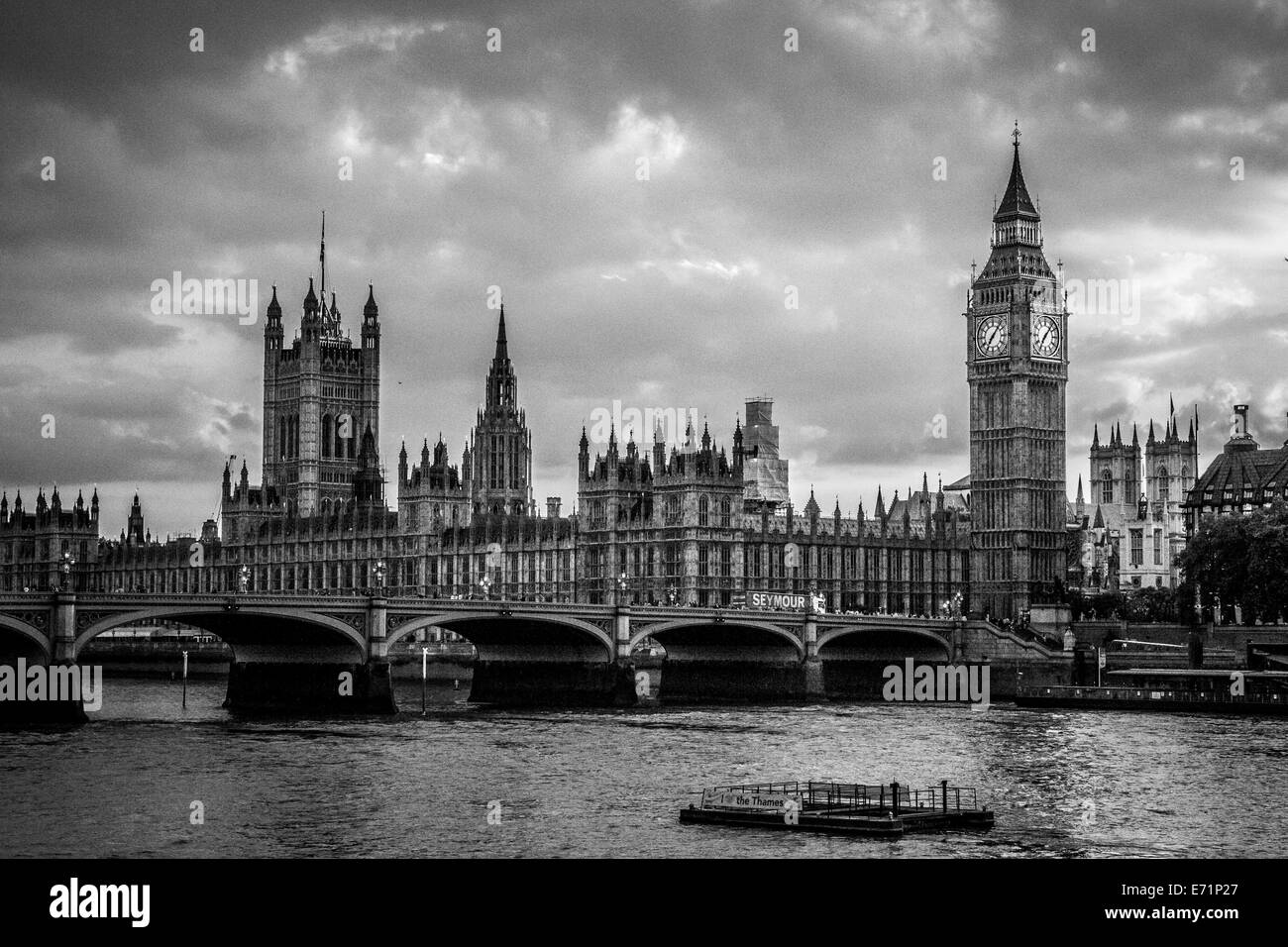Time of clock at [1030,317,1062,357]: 7:07
